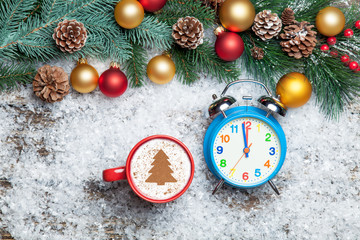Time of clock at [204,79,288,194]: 11:58
